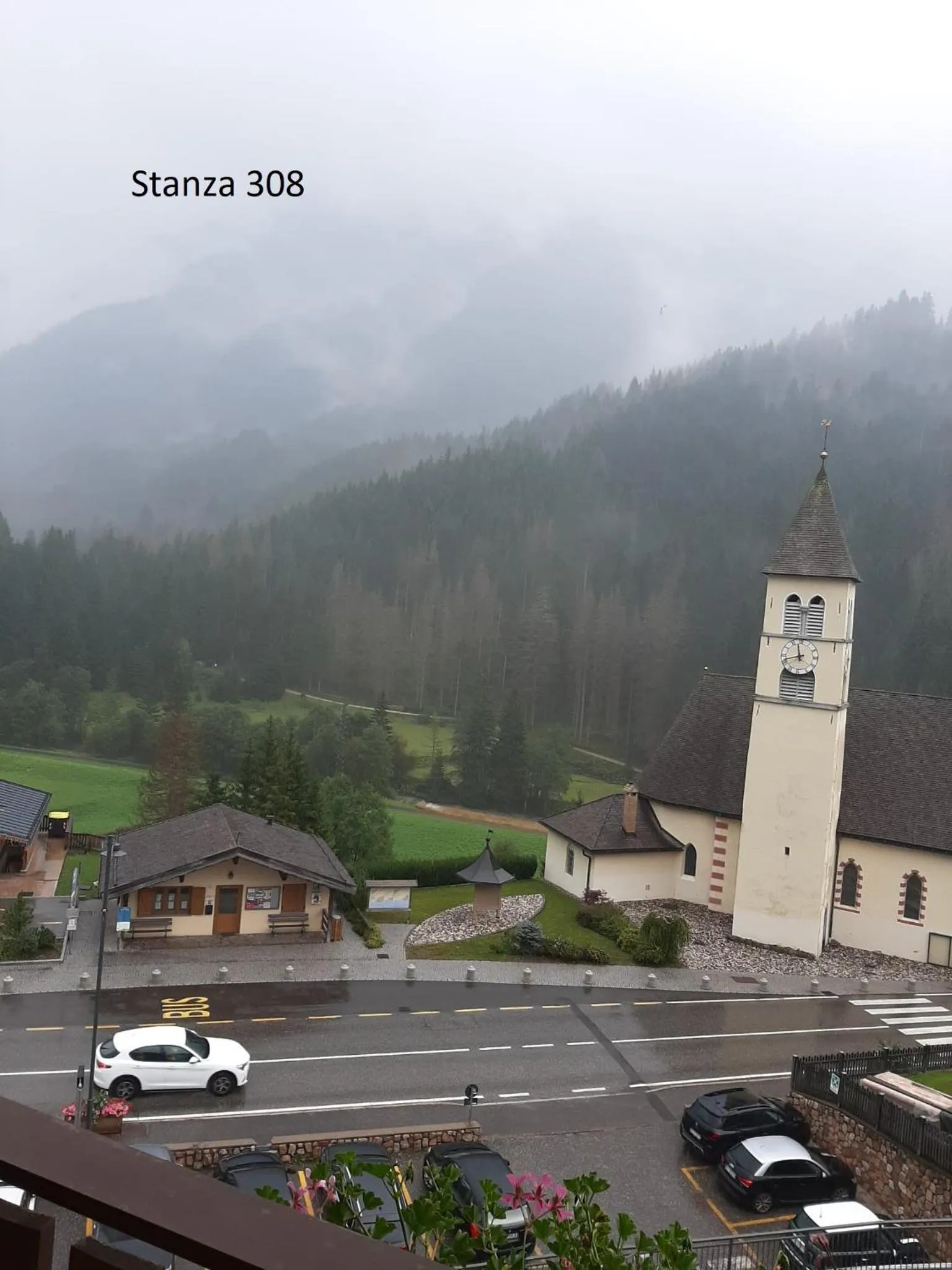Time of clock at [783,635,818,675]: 11:42
